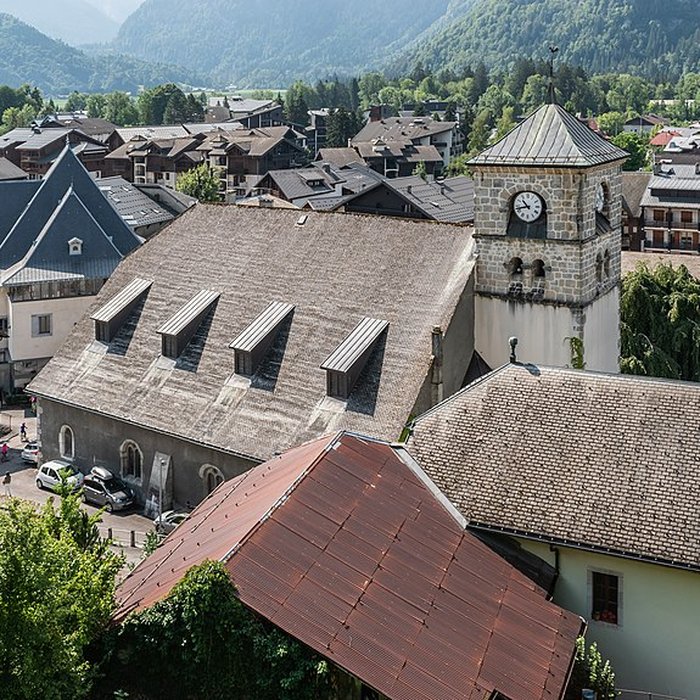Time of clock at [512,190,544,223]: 10:42
